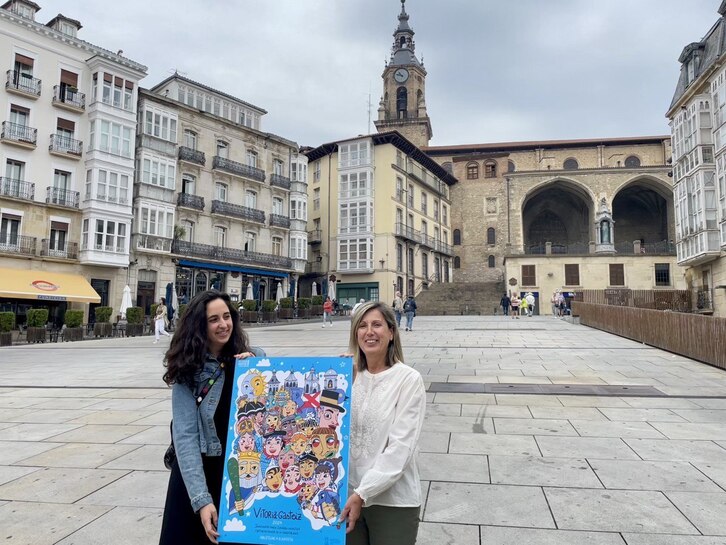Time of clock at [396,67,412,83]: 10:47
